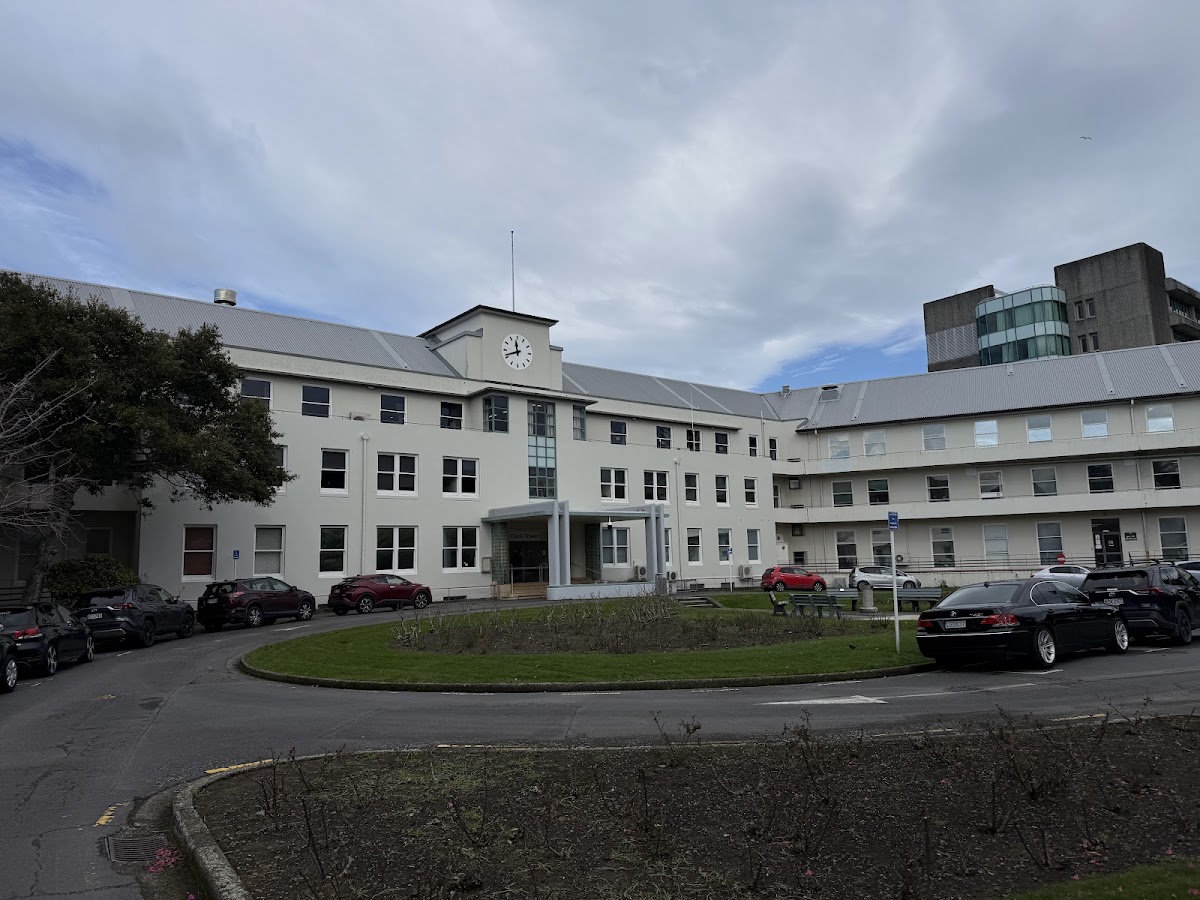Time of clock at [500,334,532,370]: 11:41
